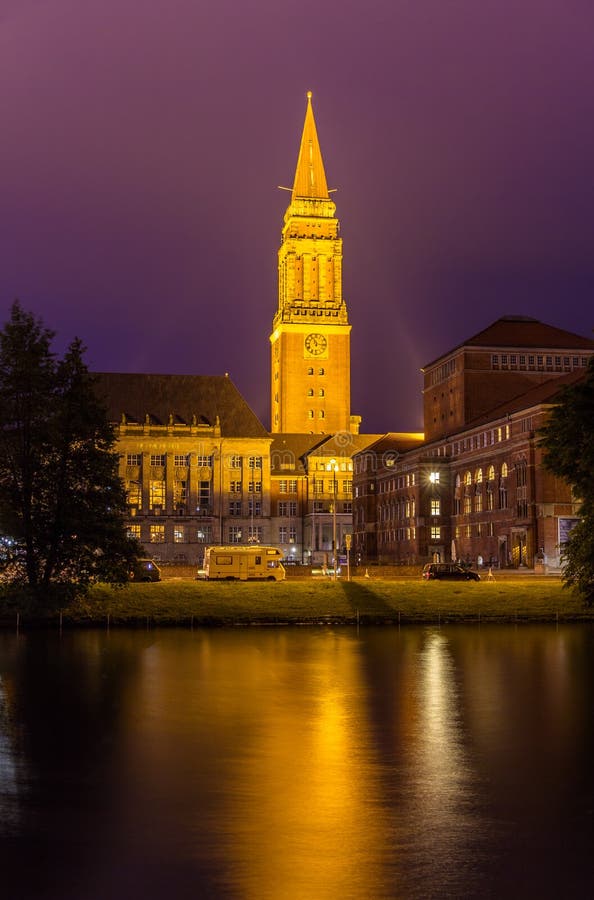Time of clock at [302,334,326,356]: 11:15
